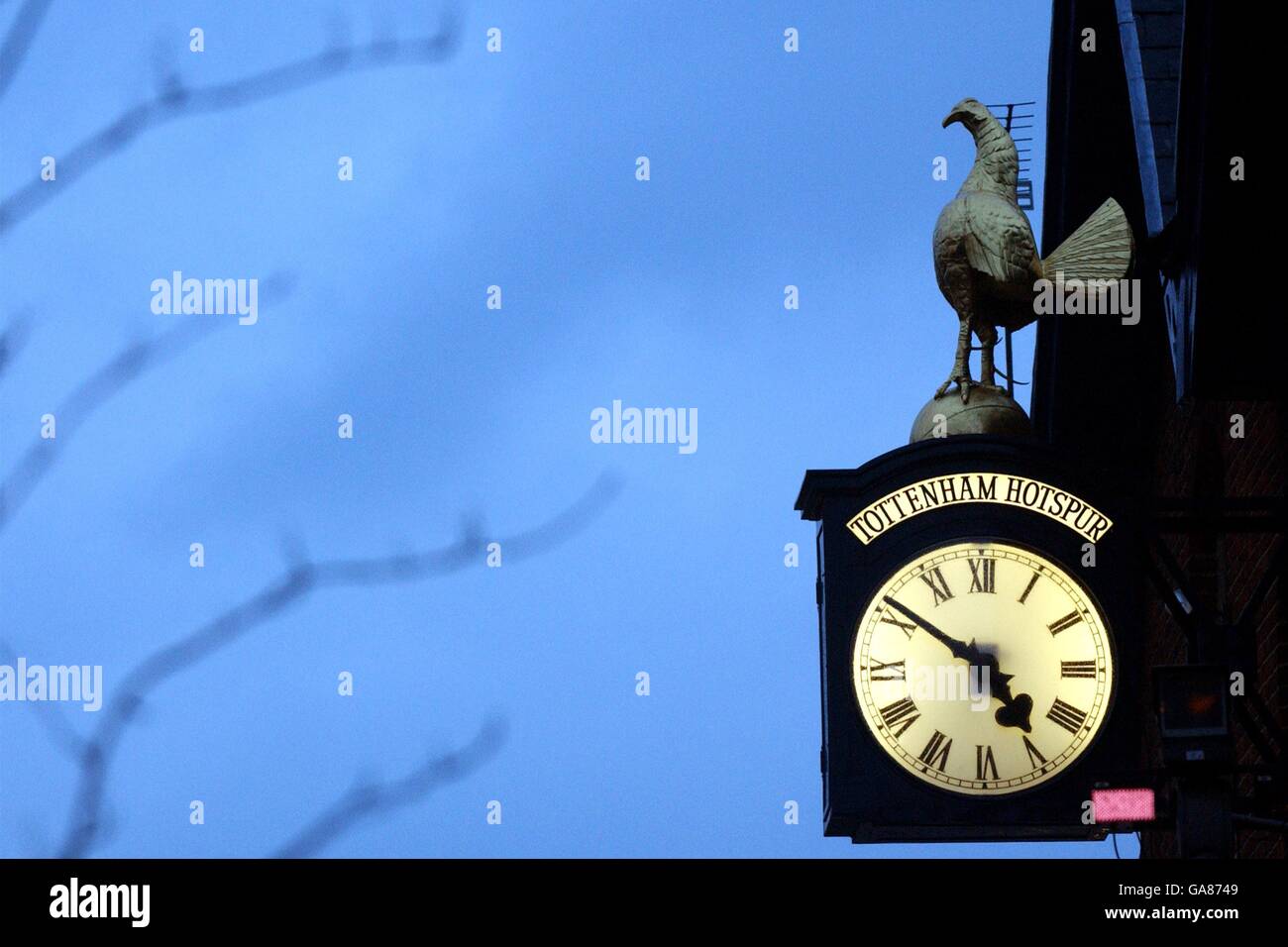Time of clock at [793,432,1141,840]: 4:50
